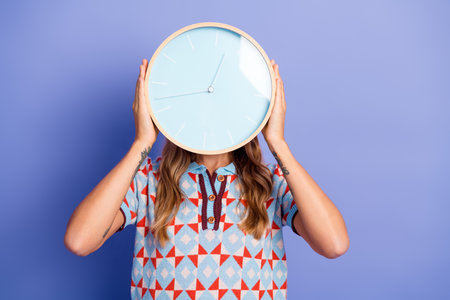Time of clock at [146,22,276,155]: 12:42
